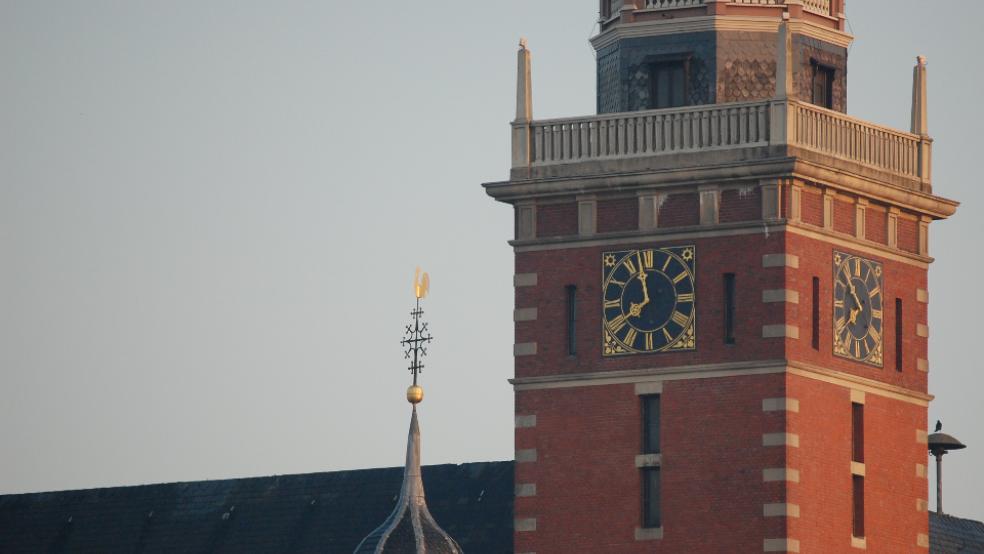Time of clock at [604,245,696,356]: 7:58
